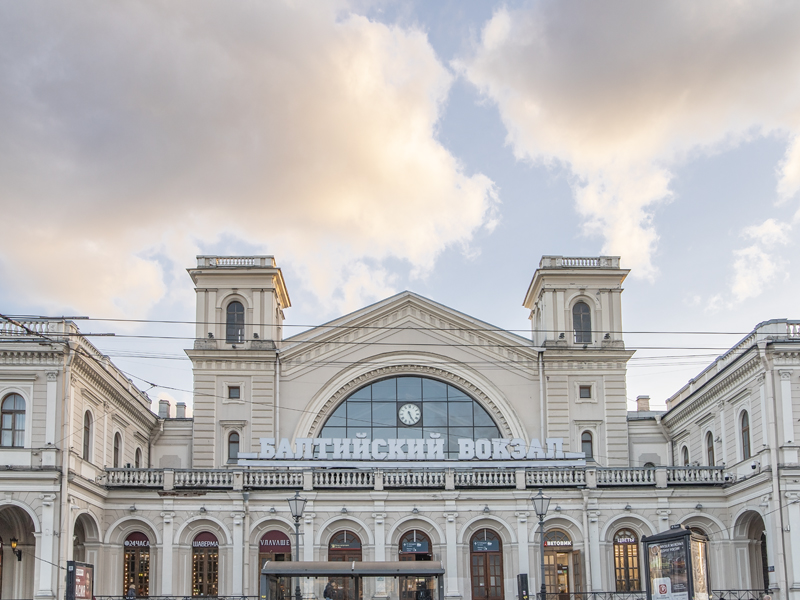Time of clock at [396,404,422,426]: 11:25
